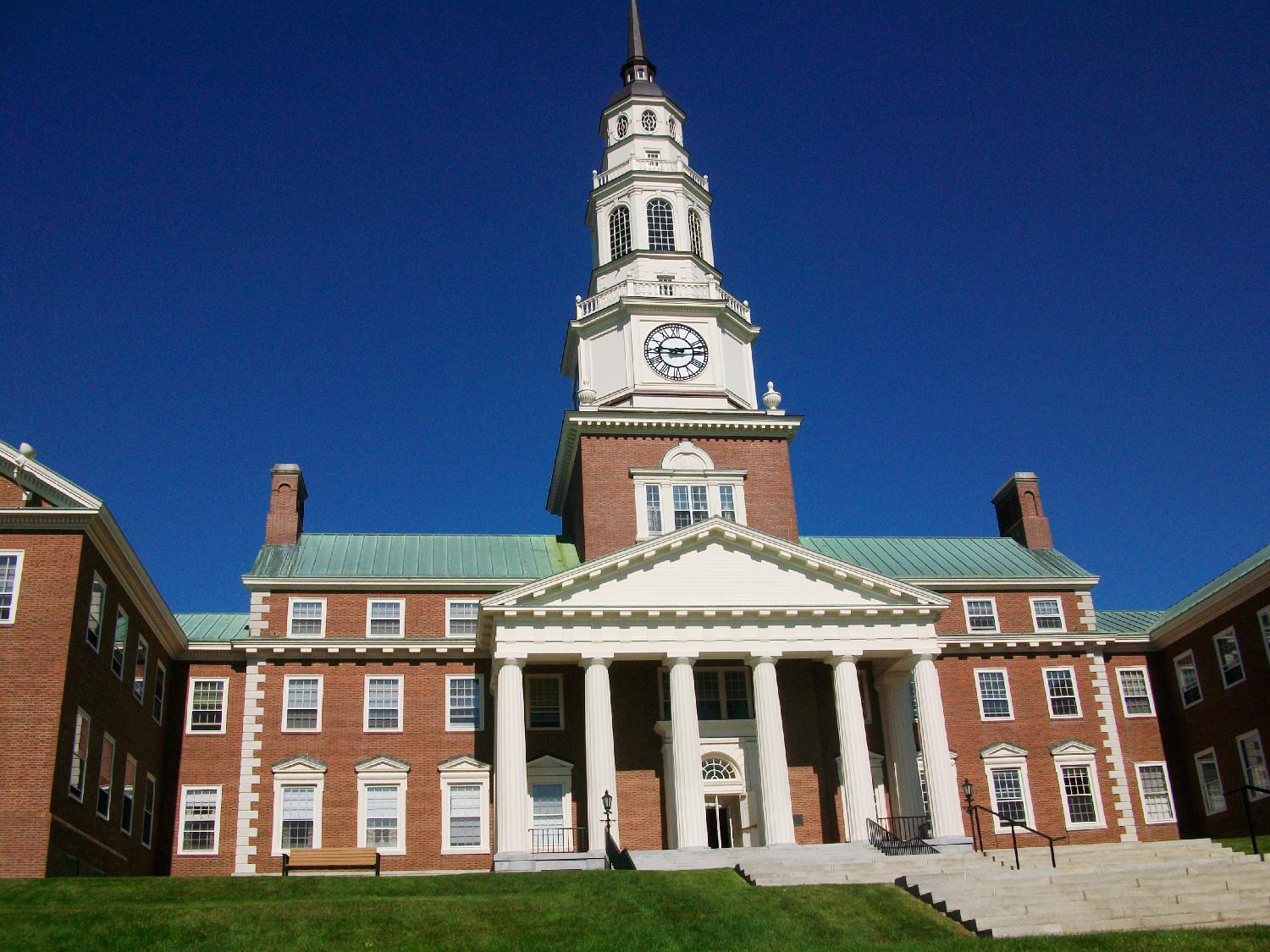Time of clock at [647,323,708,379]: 9:12
